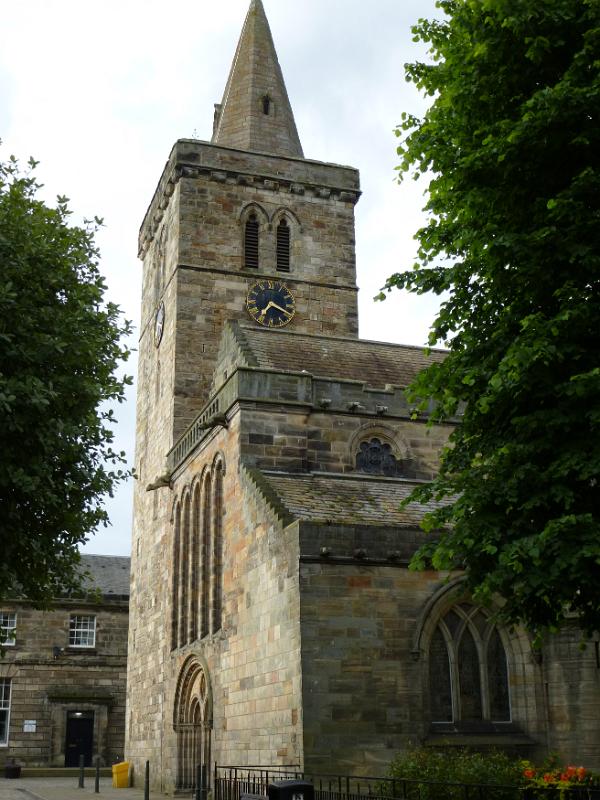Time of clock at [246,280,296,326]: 7:19
